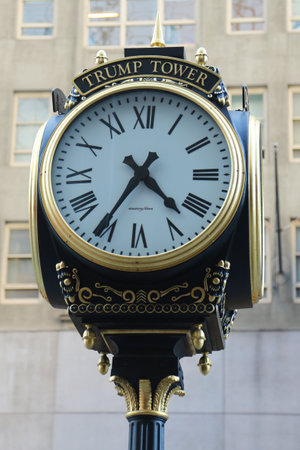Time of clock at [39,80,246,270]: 4:35
